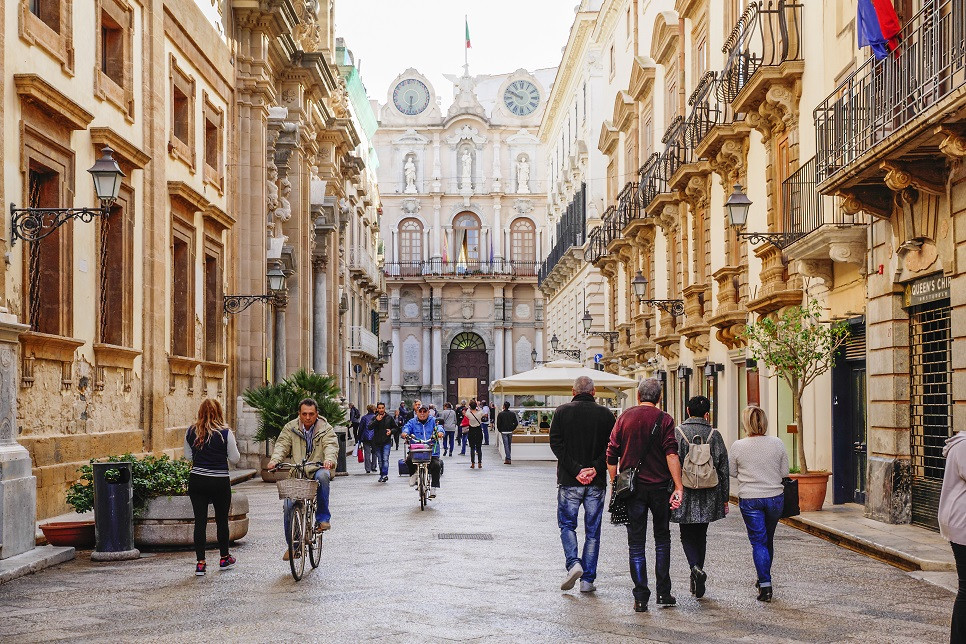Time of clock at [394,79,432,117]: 6:32
